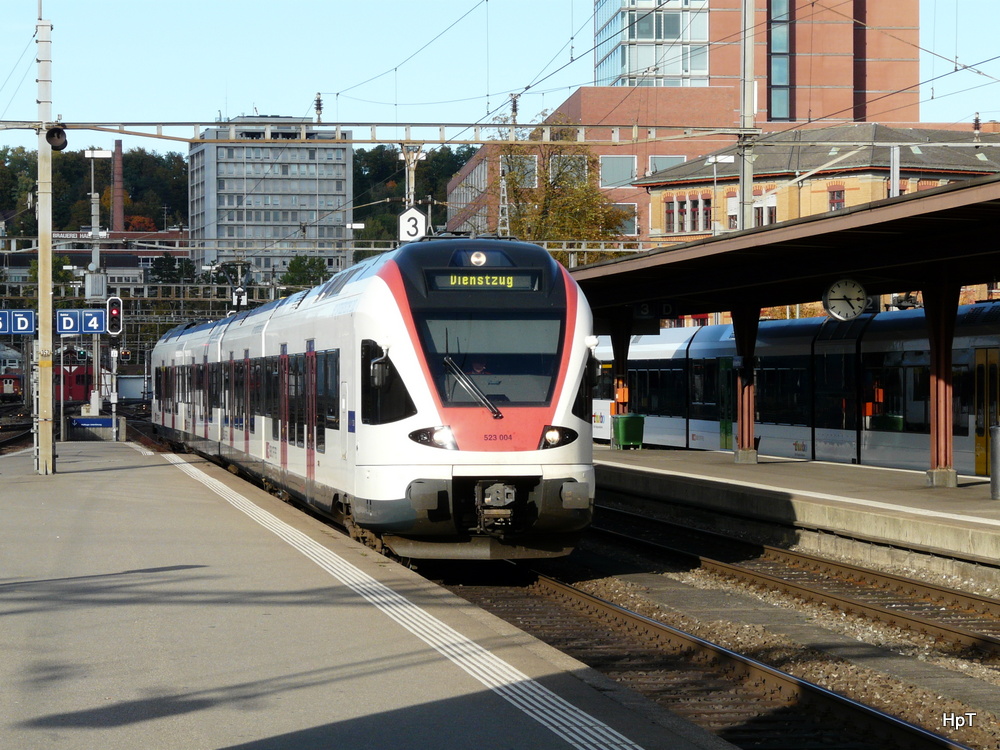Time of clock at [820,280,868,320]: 4:45
